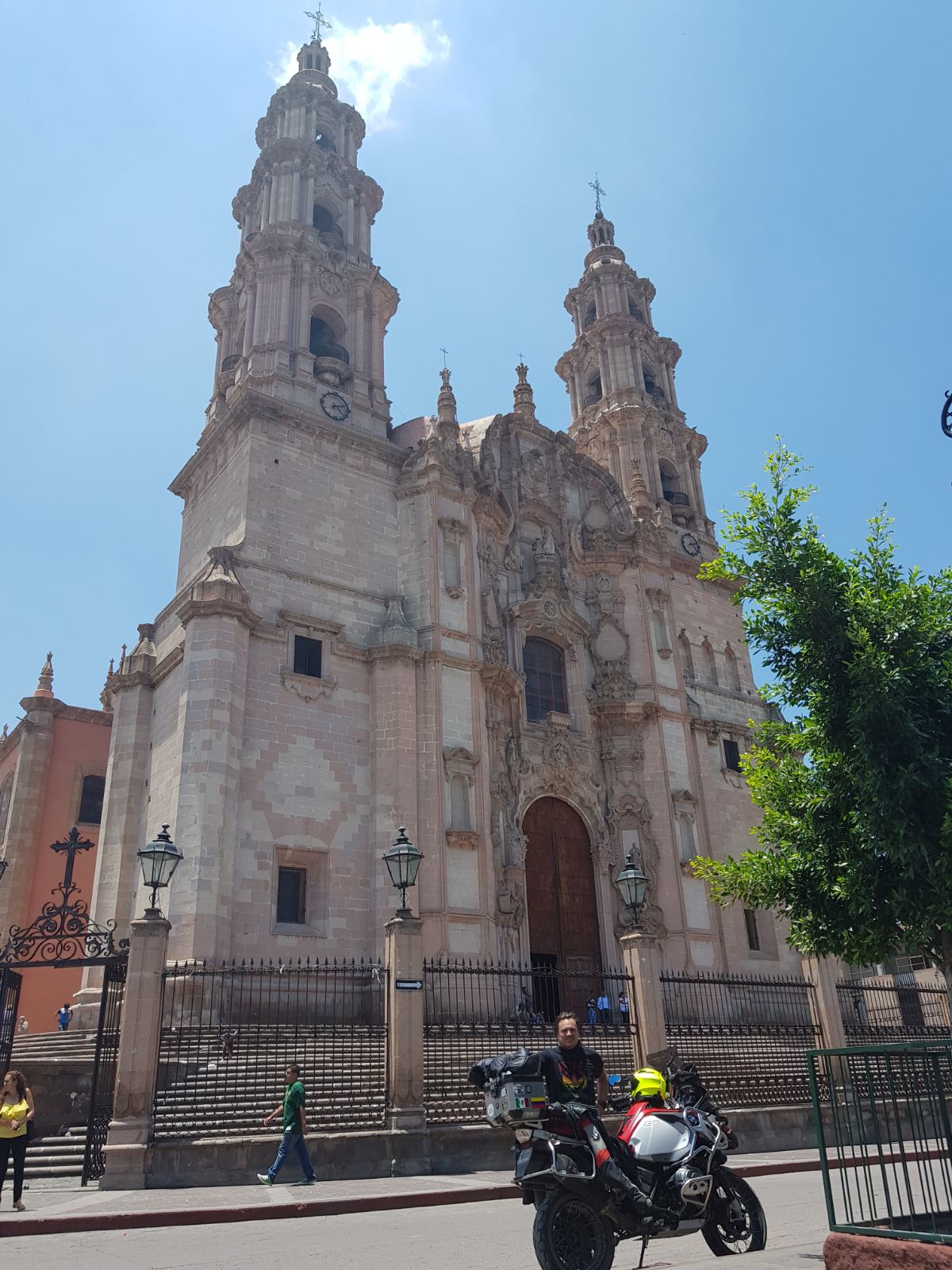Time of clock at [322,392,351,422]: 2:22
